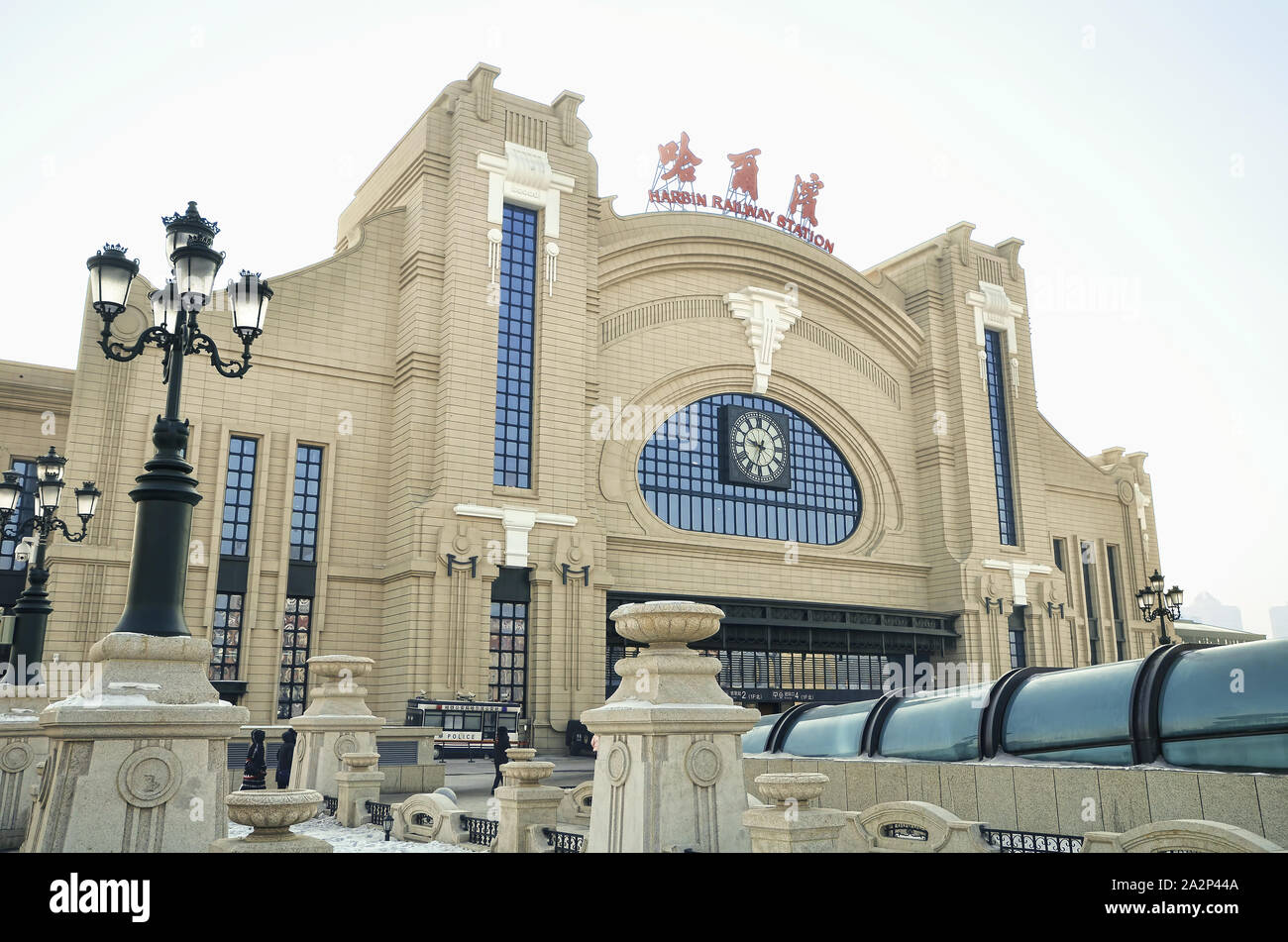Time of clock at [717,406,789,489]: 9:33
